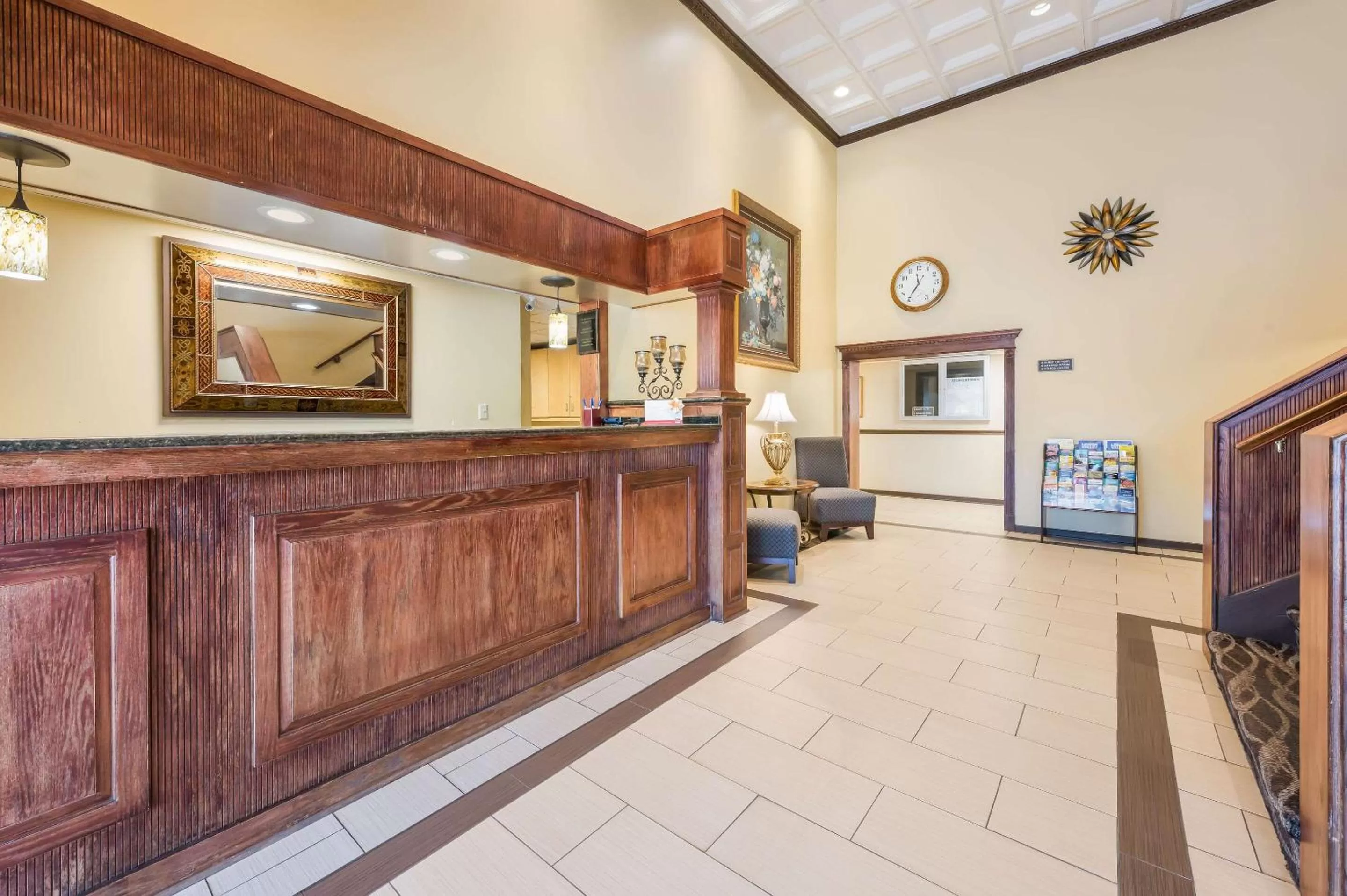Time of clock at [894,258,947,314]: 11:35
